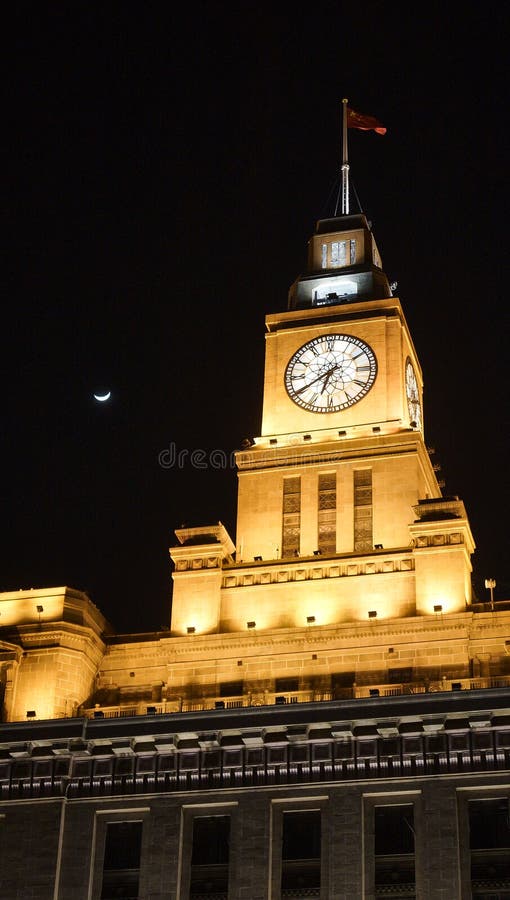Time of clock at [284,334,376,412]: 6:39
